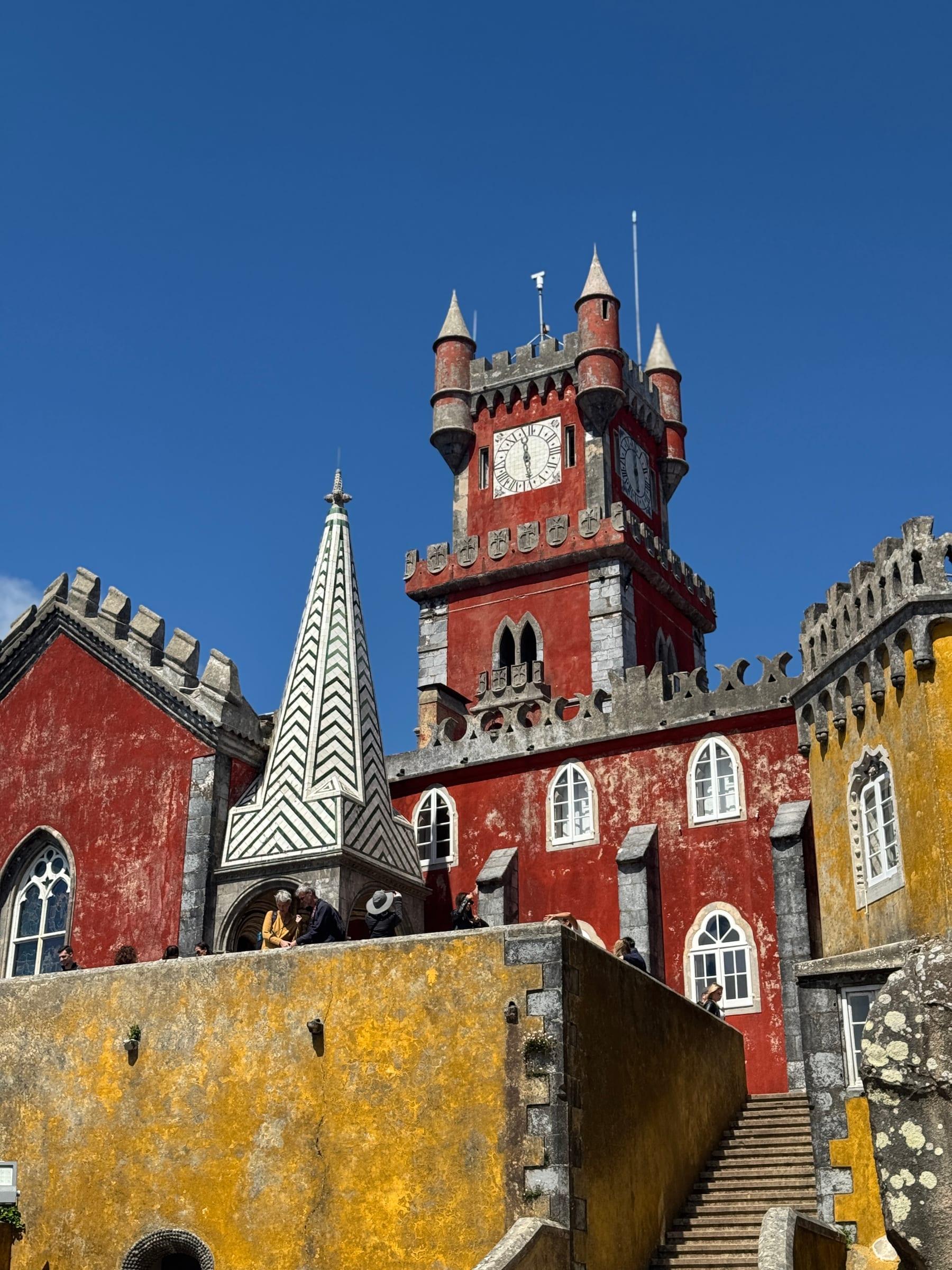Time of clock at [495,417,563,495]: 11:28
